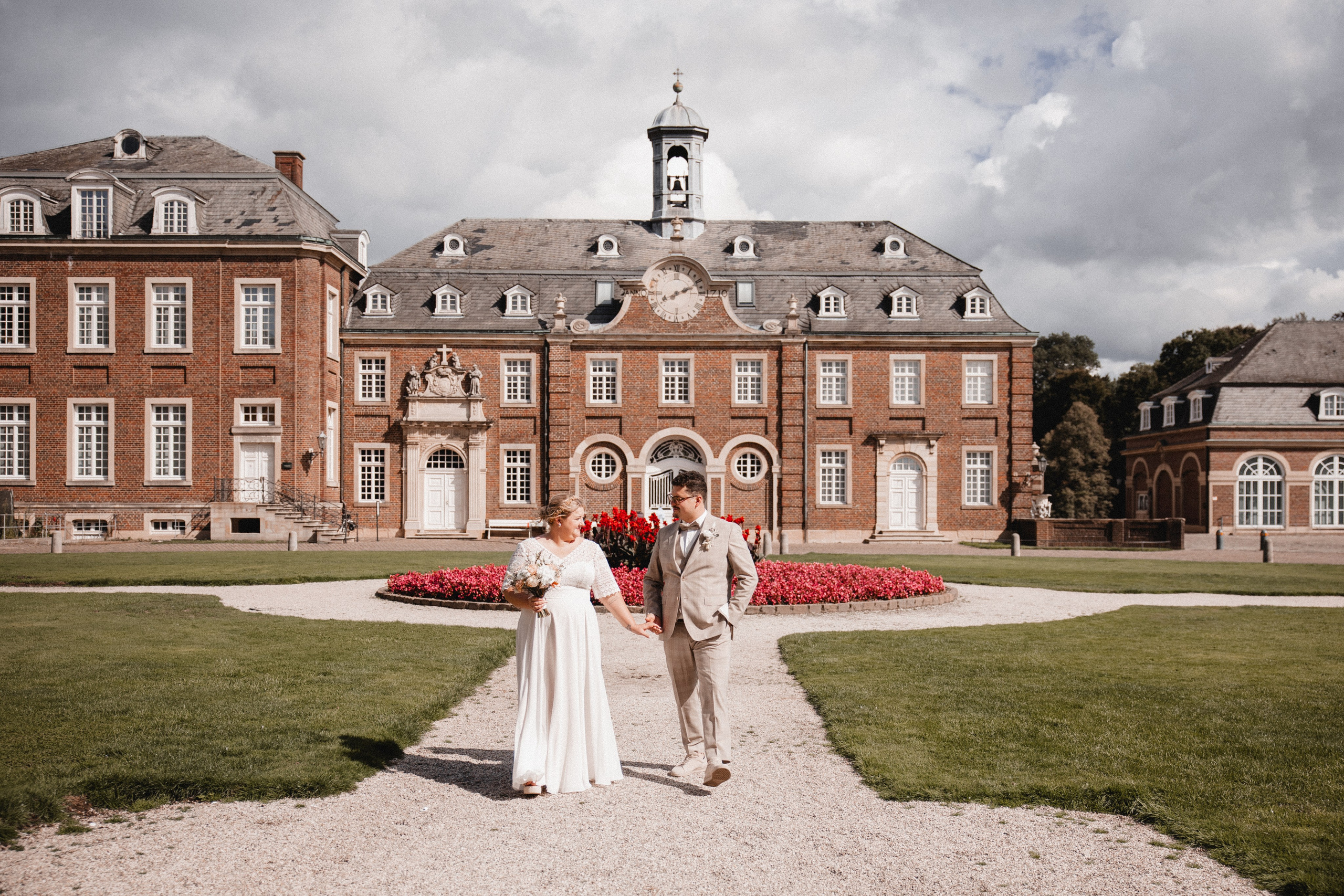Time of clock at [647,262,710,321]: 2:11
